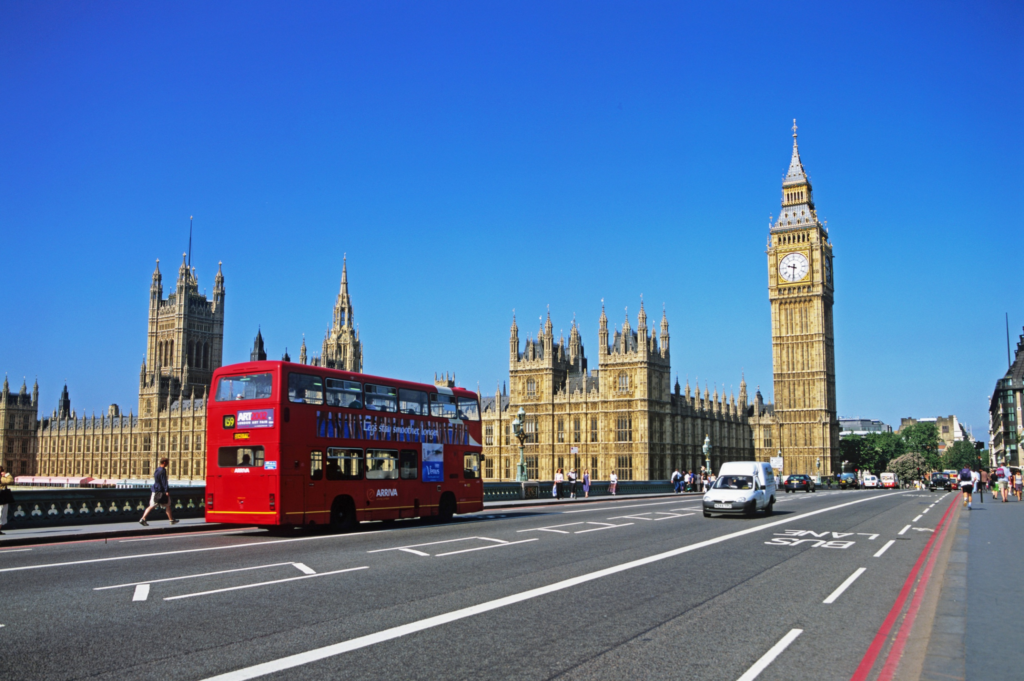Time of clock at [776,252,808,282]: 9:31
